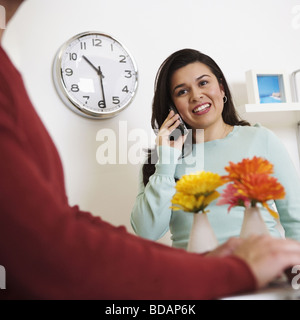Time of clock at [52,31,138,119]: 10:29
